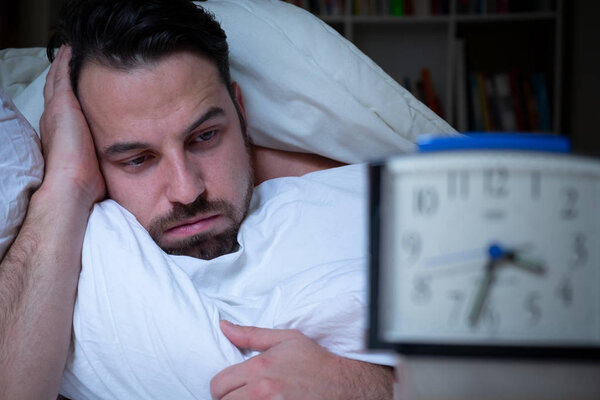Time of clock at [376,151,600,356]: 3:32
